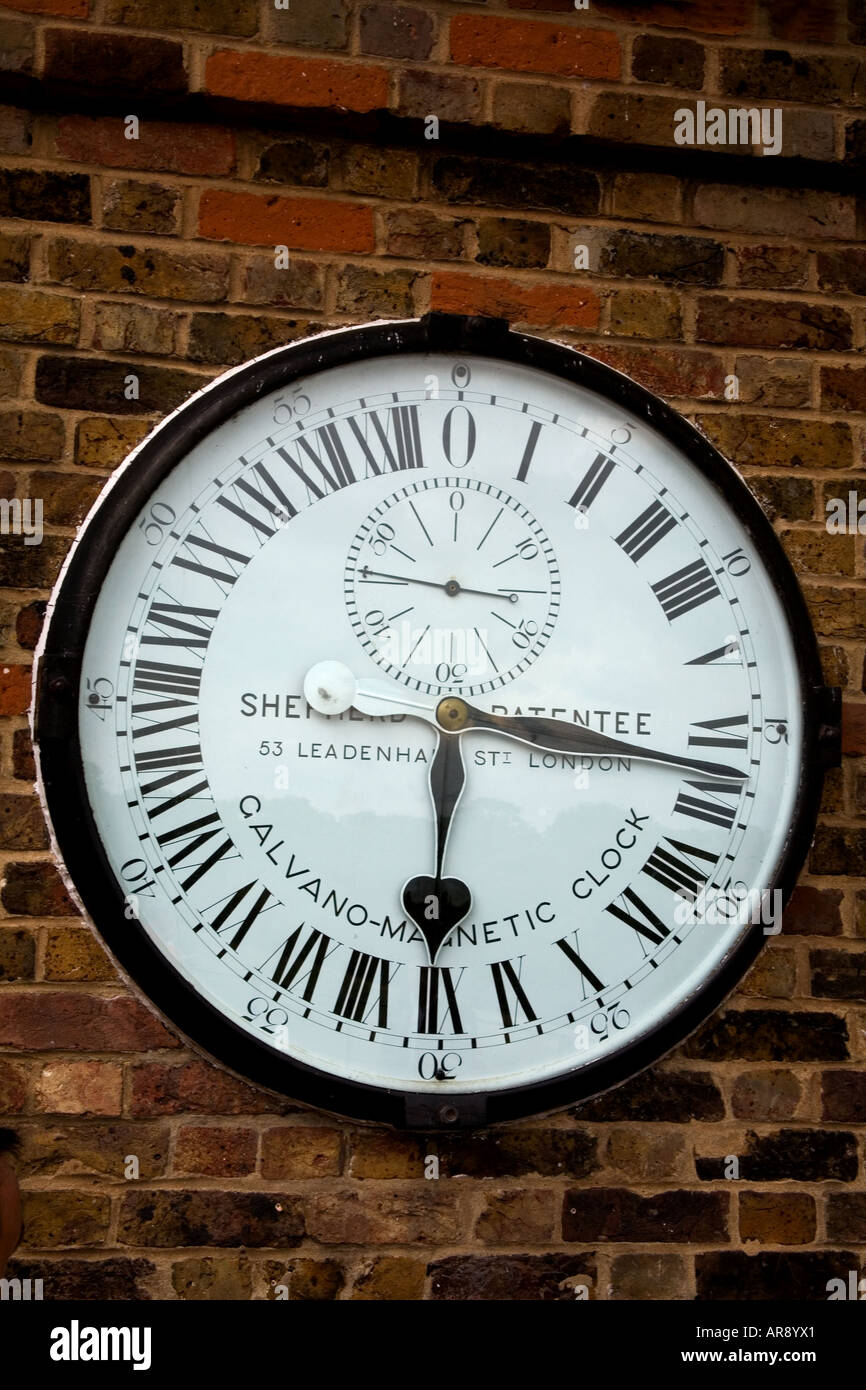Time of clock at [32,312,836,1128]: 6:16
